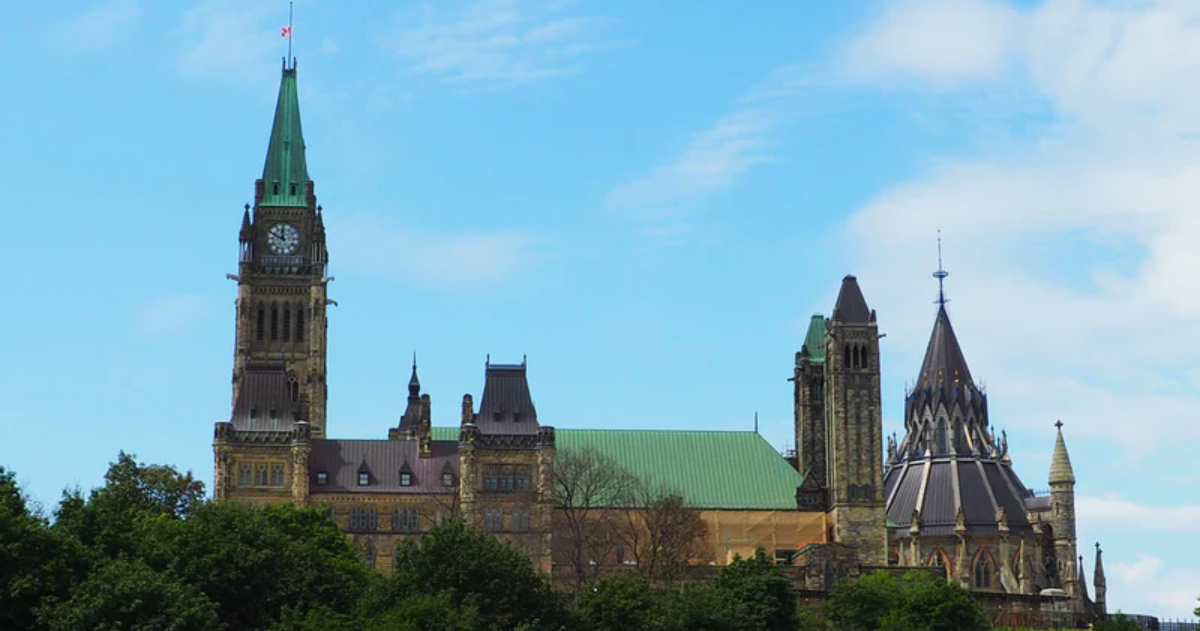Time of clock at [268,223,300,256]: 11:49
